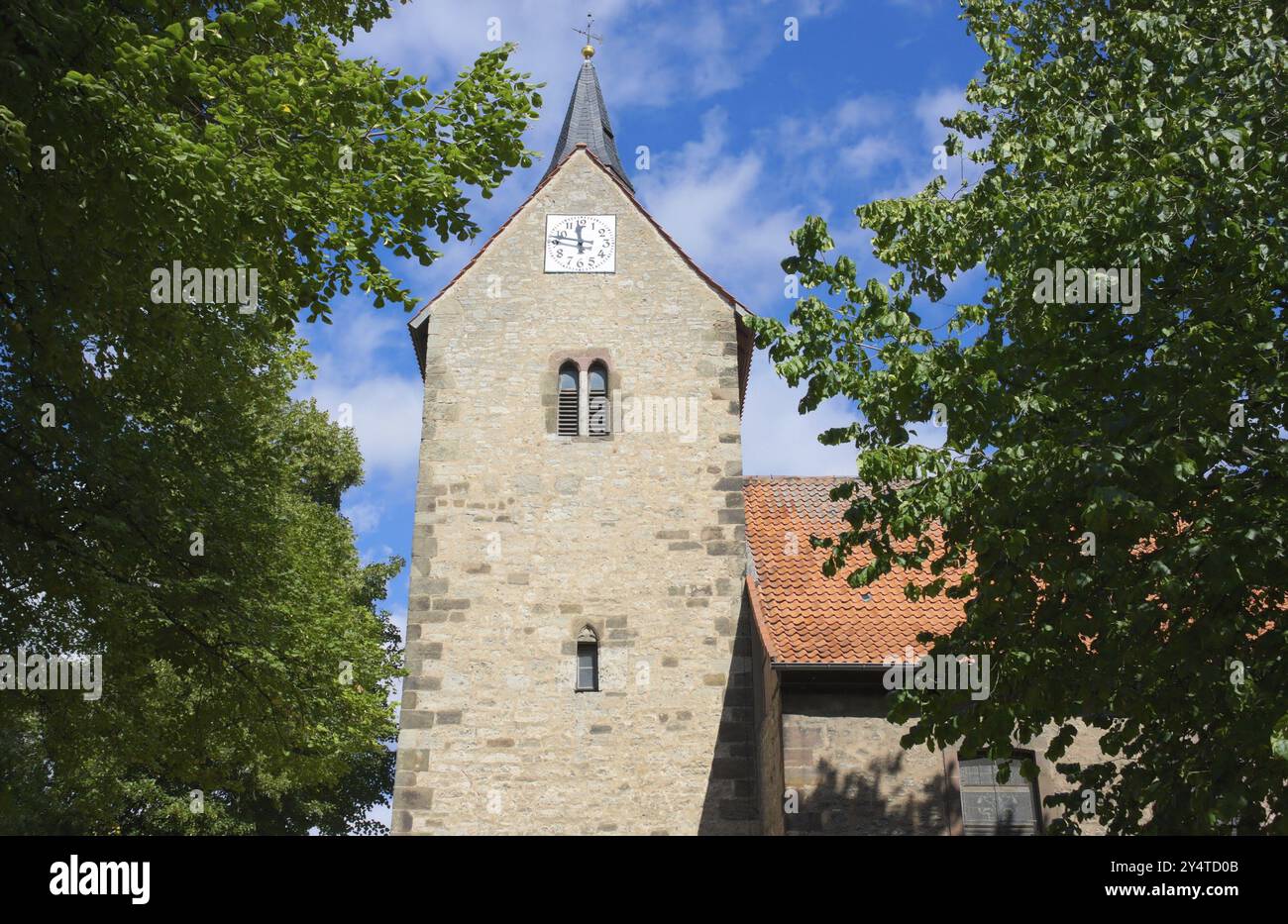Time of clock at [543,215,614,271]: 11:47
